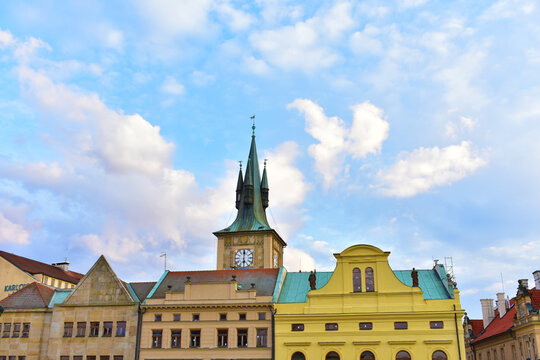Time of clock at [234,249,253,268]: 6:00
